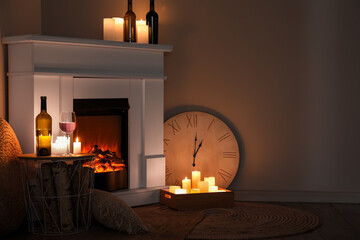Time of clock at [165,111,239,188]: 1:01
